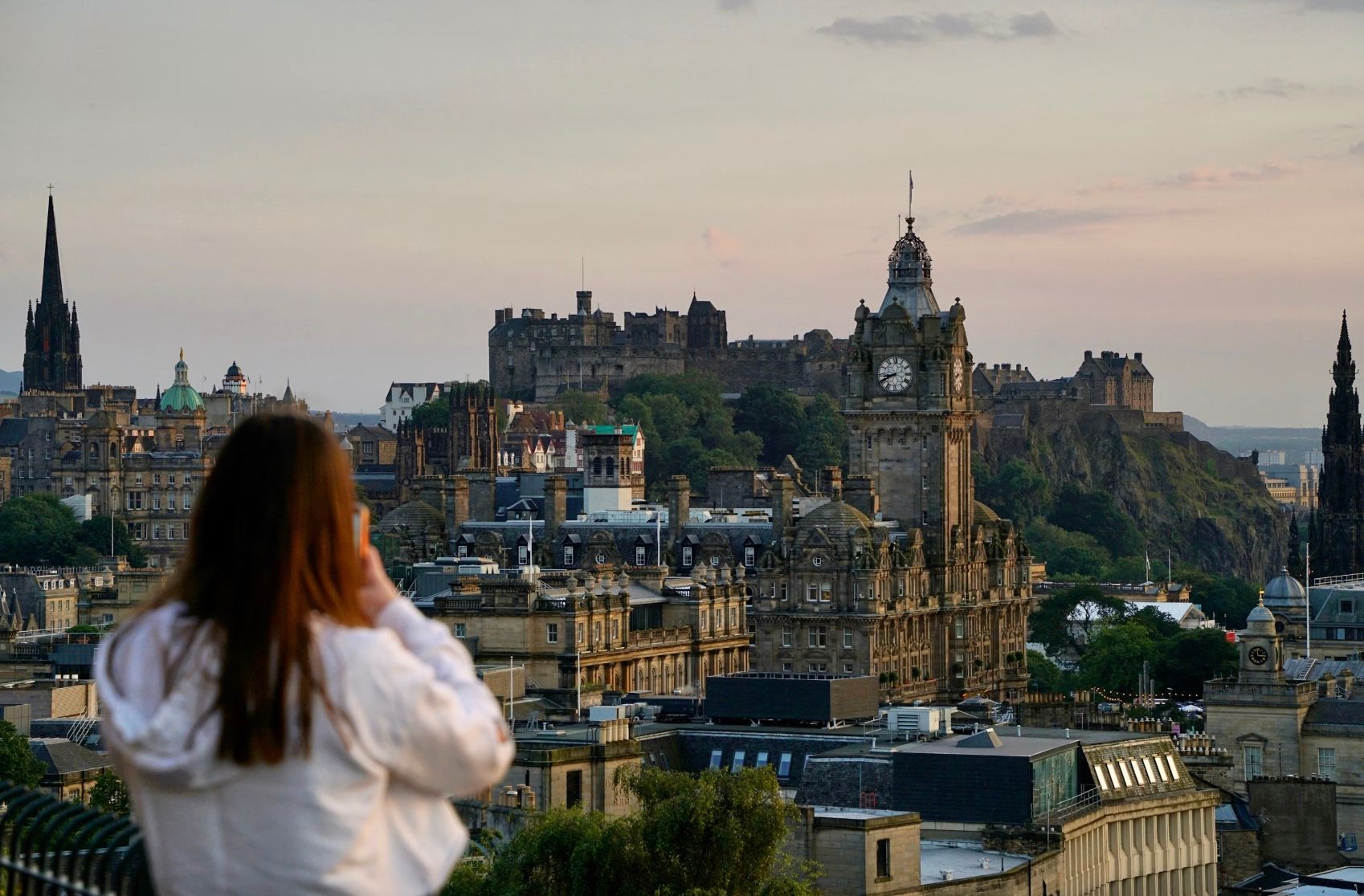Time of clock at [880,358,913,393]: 8:40
